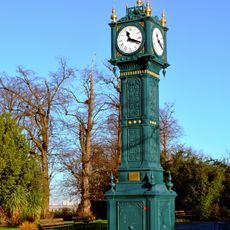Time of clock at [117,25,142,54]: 11:18
